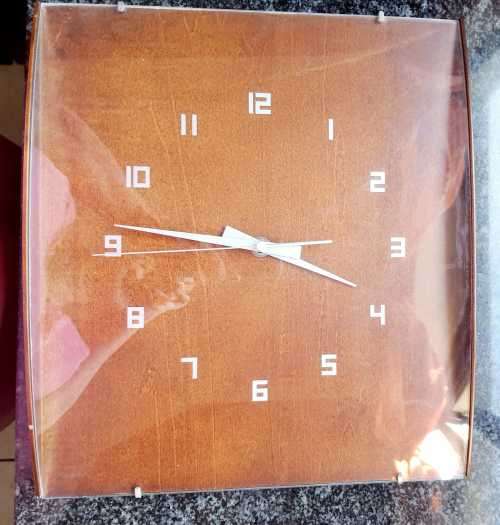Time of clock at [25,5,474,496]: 3:46
